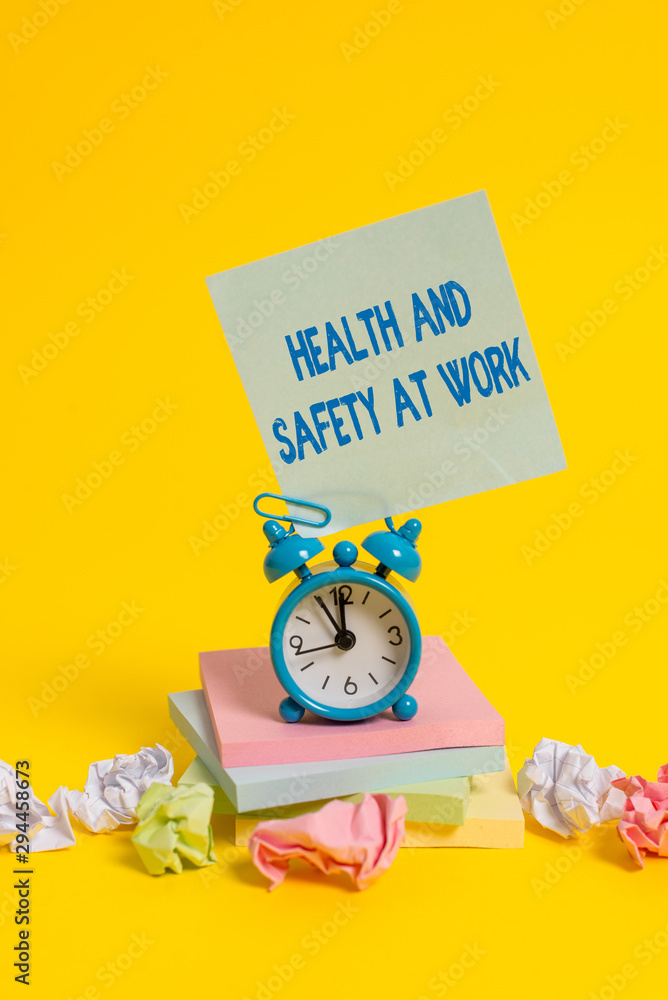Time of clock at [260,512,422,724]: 11:54
